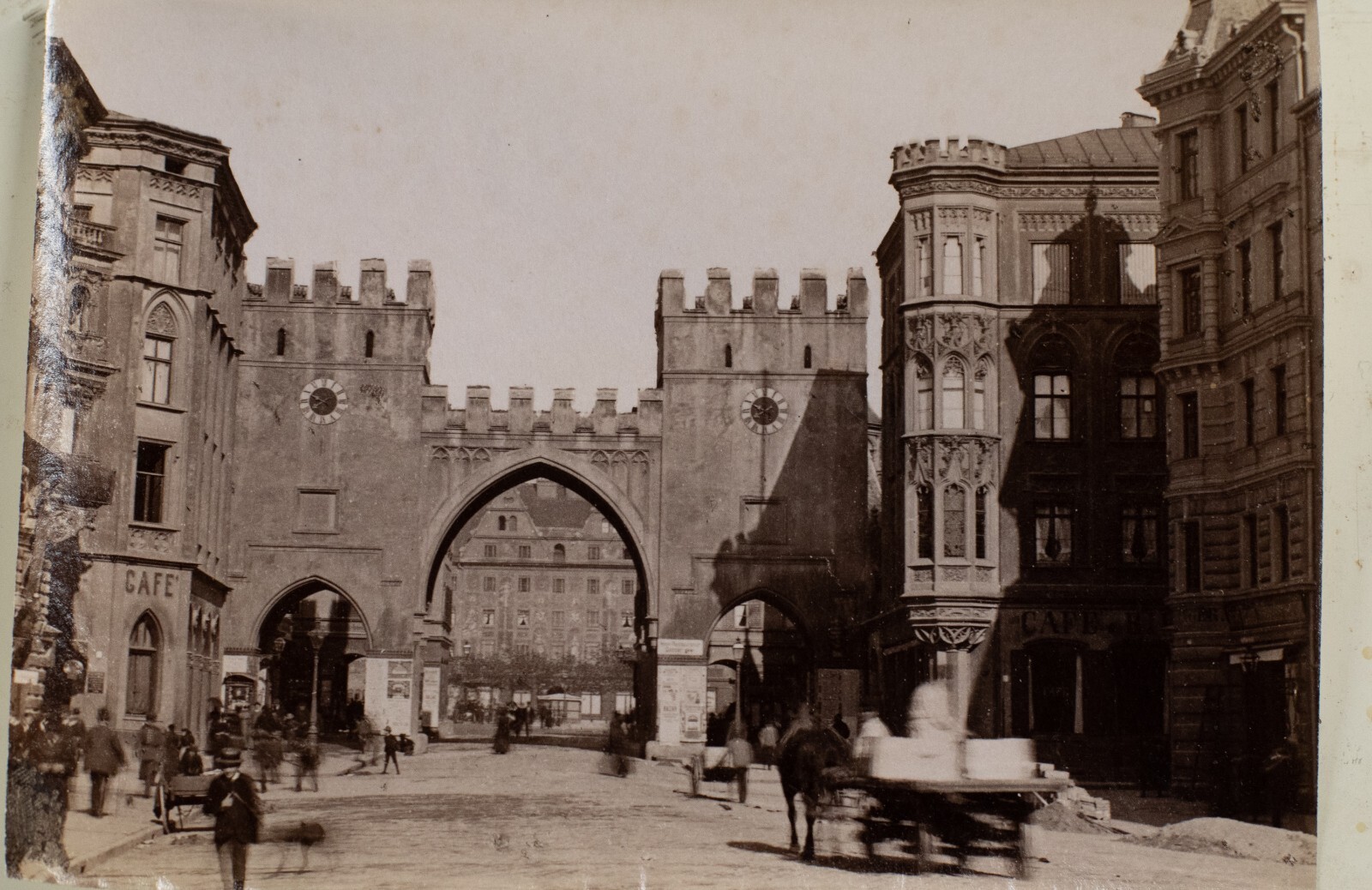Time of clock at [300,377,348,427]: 7:49
